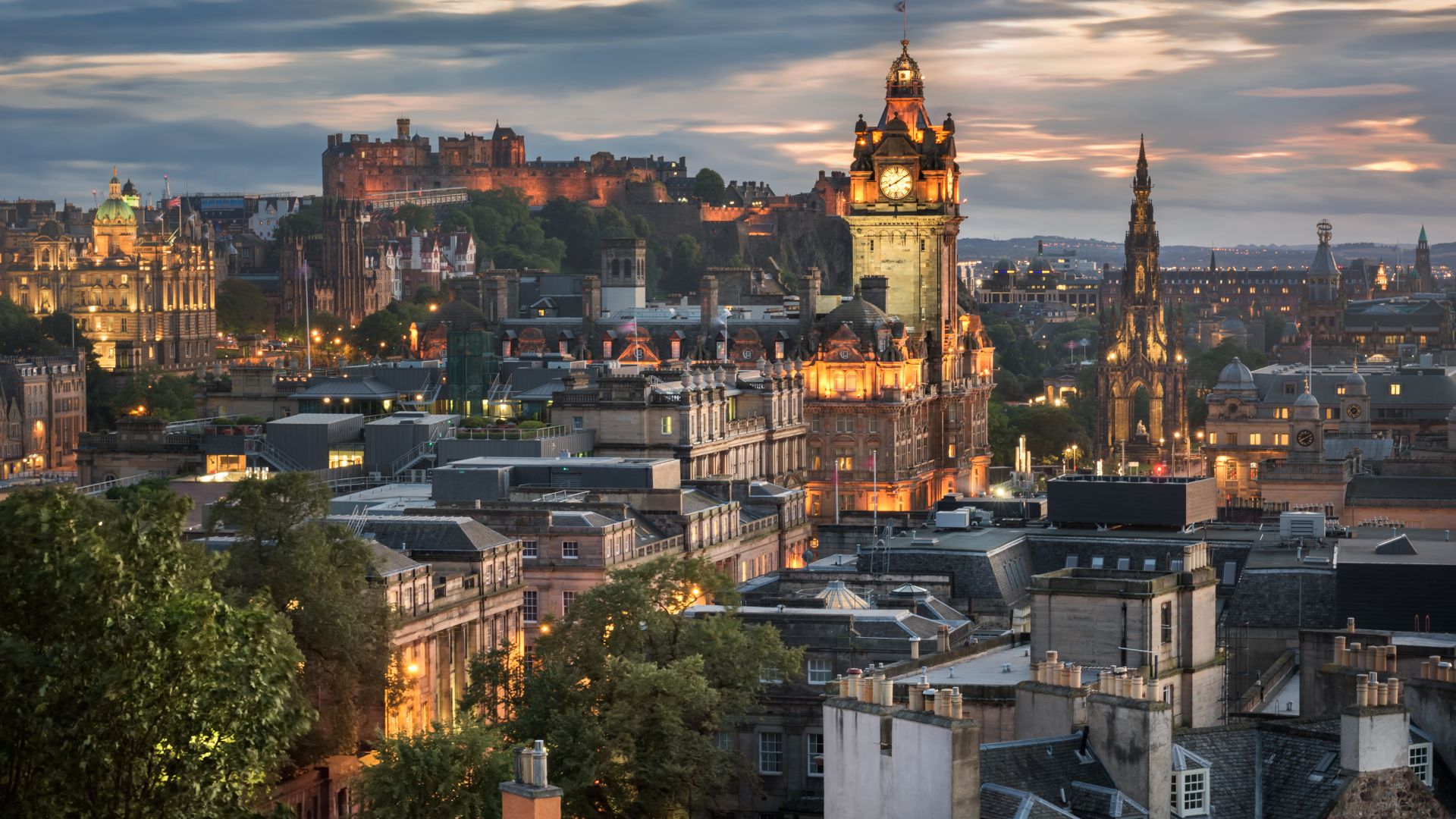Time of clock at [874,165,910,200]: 8:09
